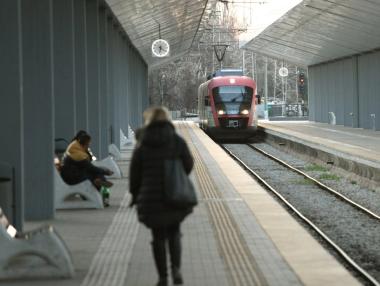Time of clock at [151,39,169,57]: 6:20
